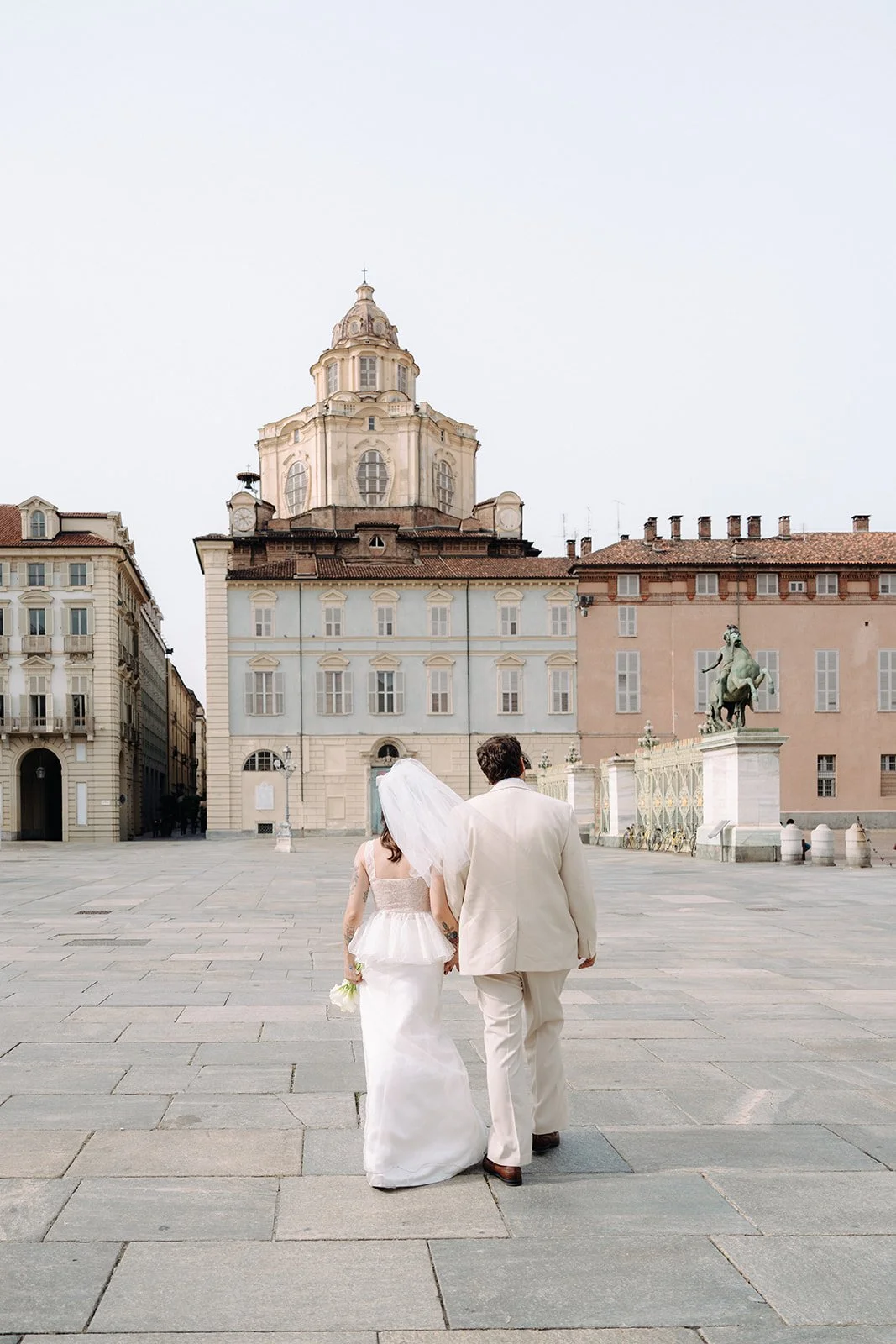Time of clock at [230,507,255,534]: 2:23
